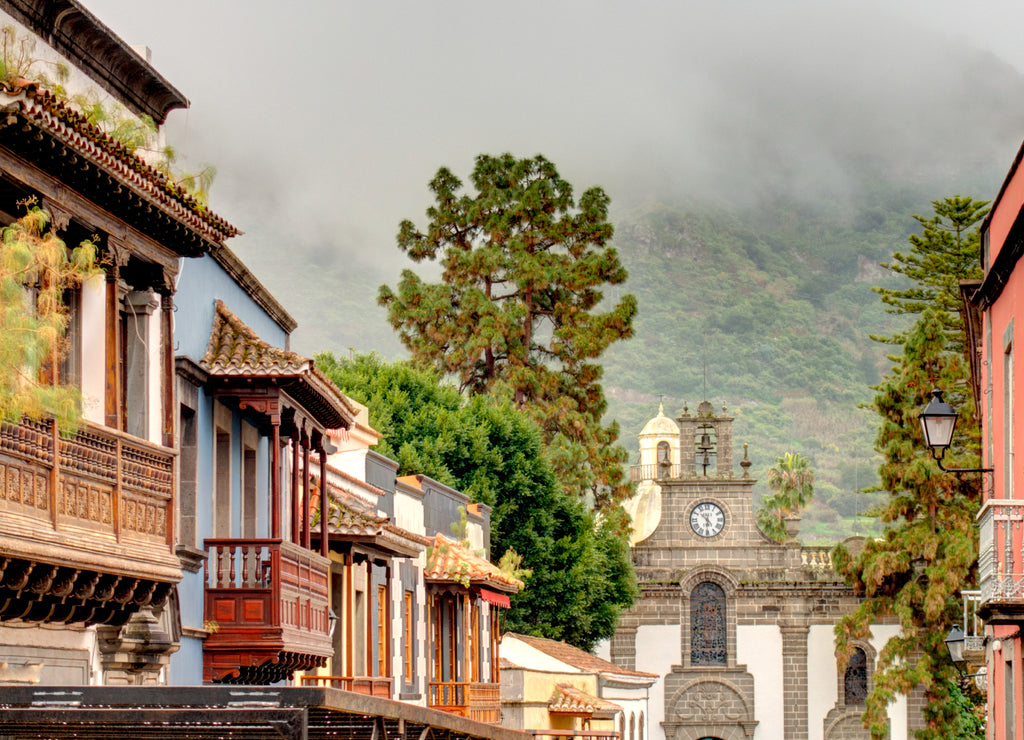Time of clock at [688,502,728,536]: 10:30
